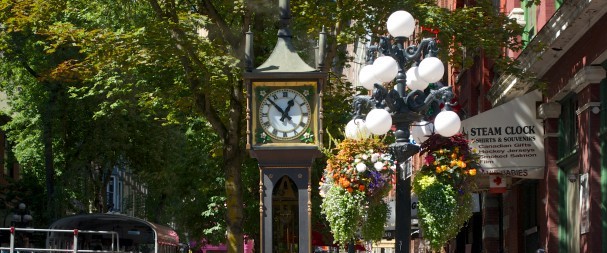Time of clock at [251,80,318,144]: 12:52
